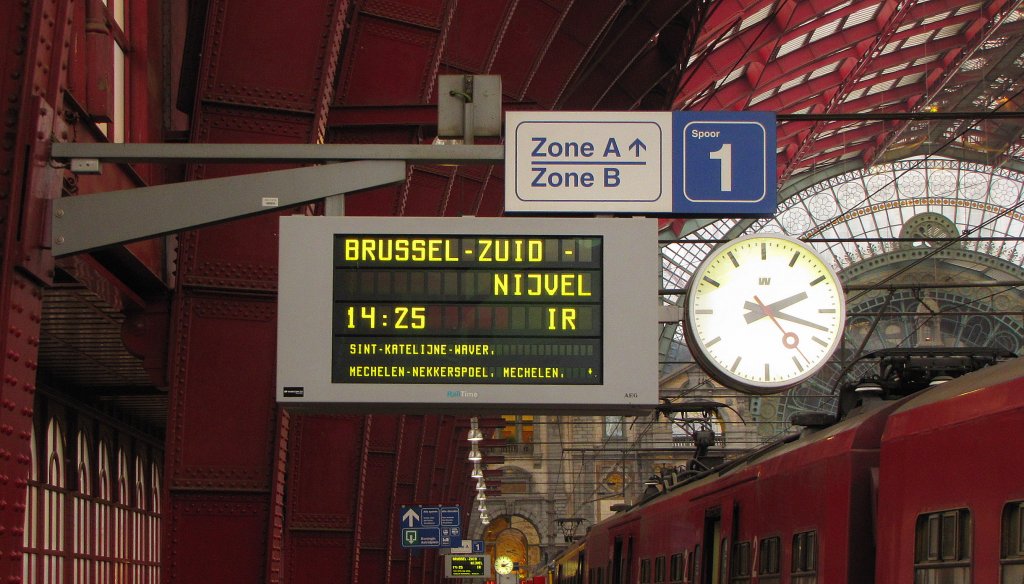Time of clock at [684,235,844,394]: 2:18
